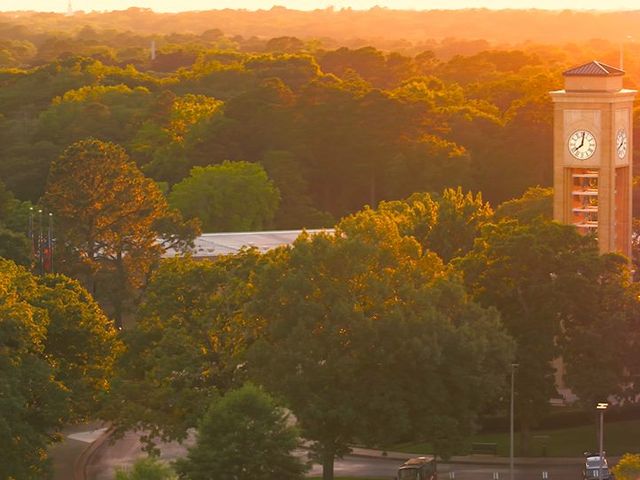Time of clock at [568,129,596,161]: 8:01
